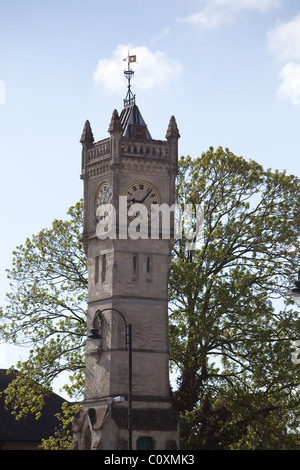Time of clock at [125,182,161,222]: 9:07
